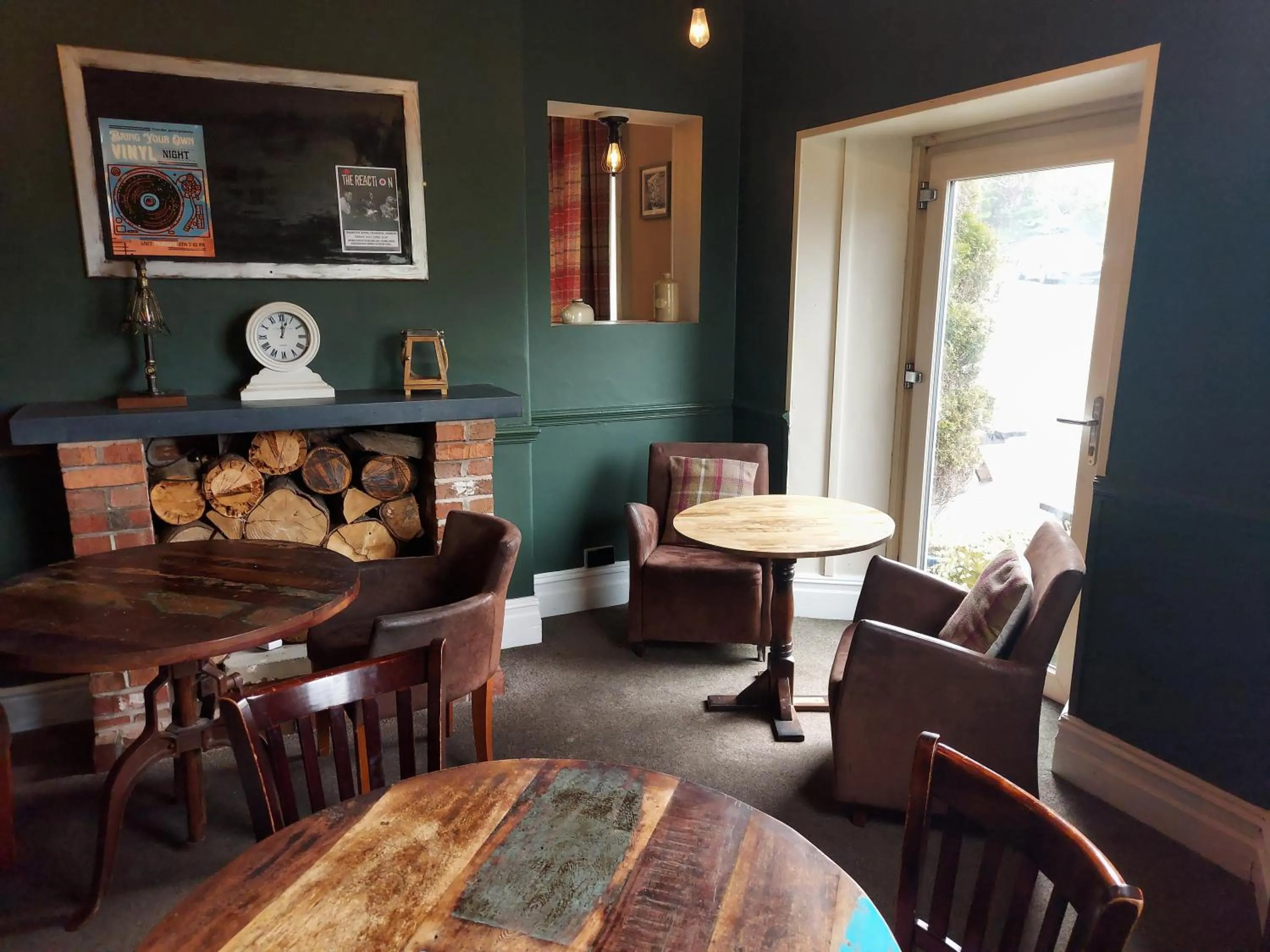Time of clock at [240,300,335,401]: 12:02
